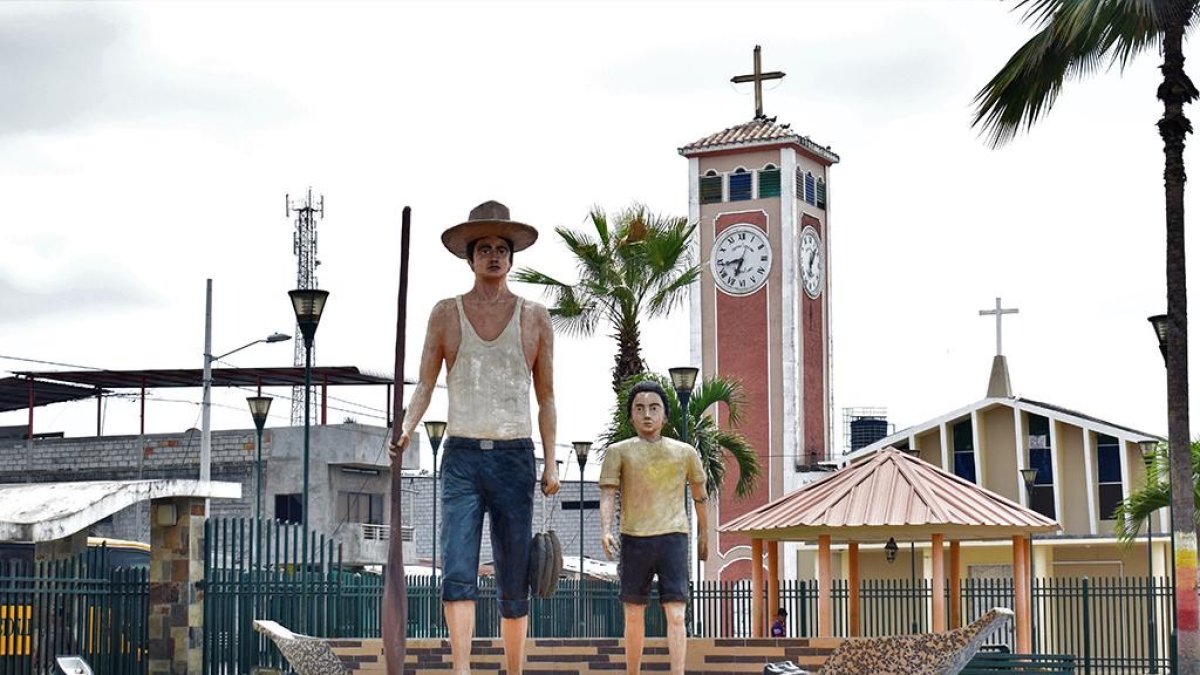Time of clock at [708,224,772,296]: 6:43
